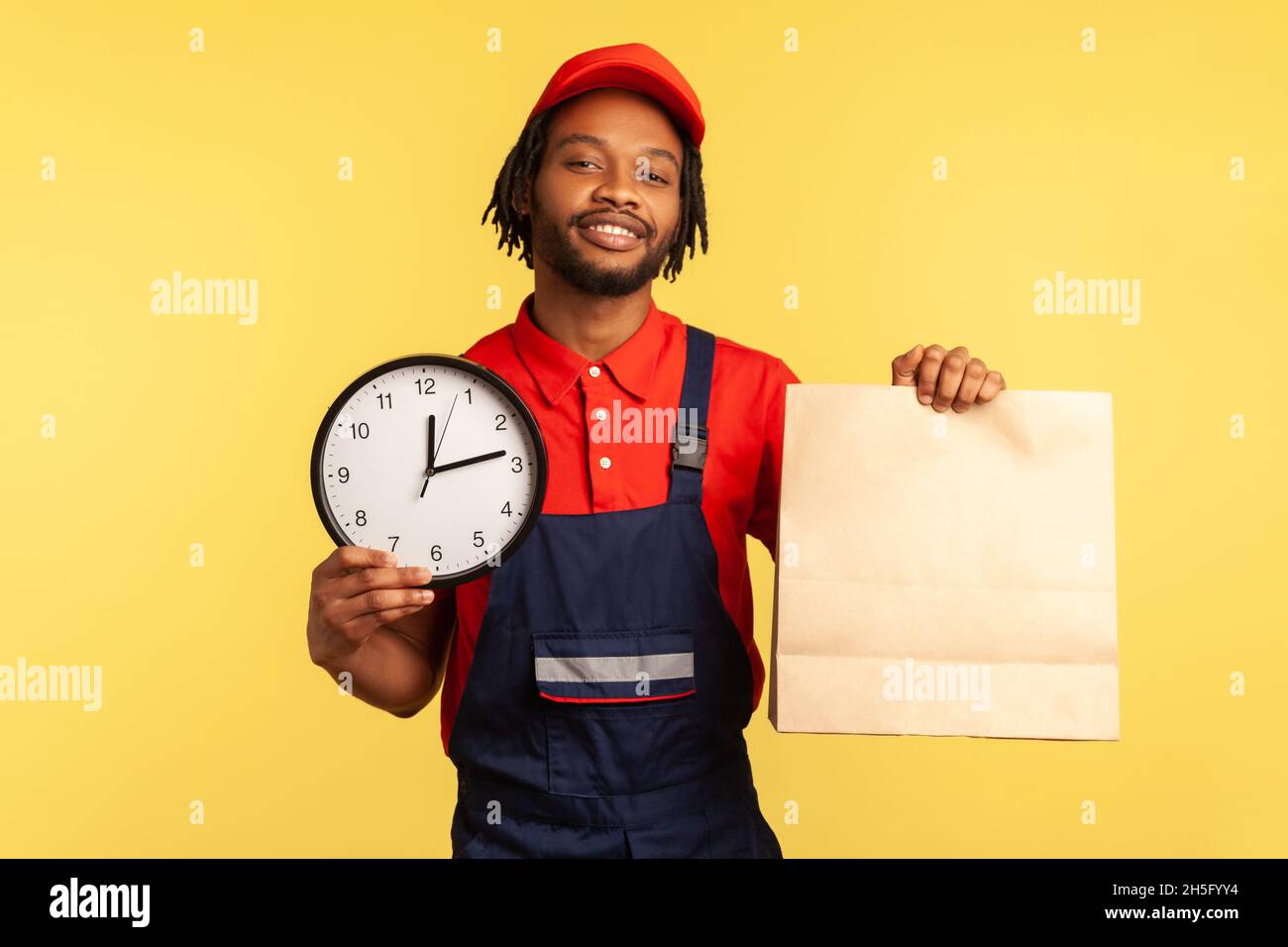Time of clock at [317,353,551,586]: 12:13
